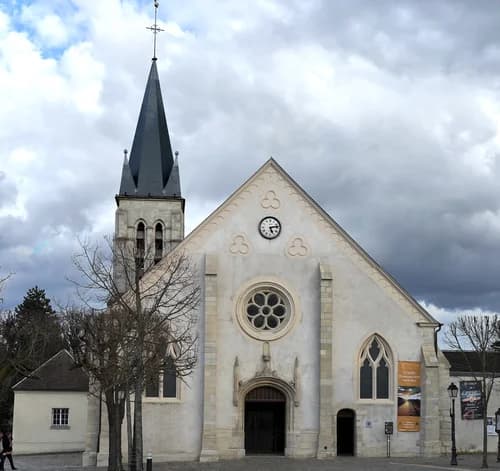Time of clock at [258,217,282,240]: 5:13
